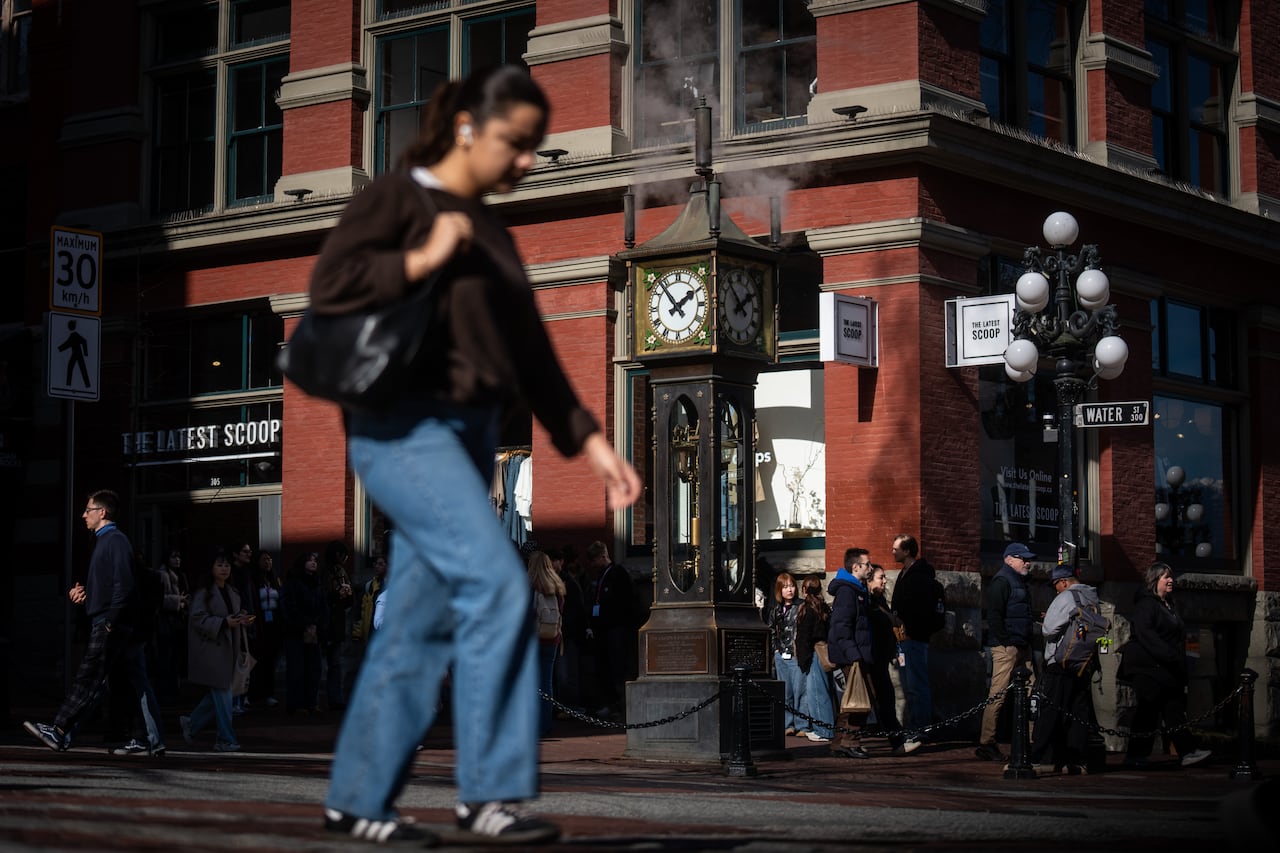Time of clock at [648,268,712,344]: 1:53
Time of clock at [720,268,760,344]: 1:52
